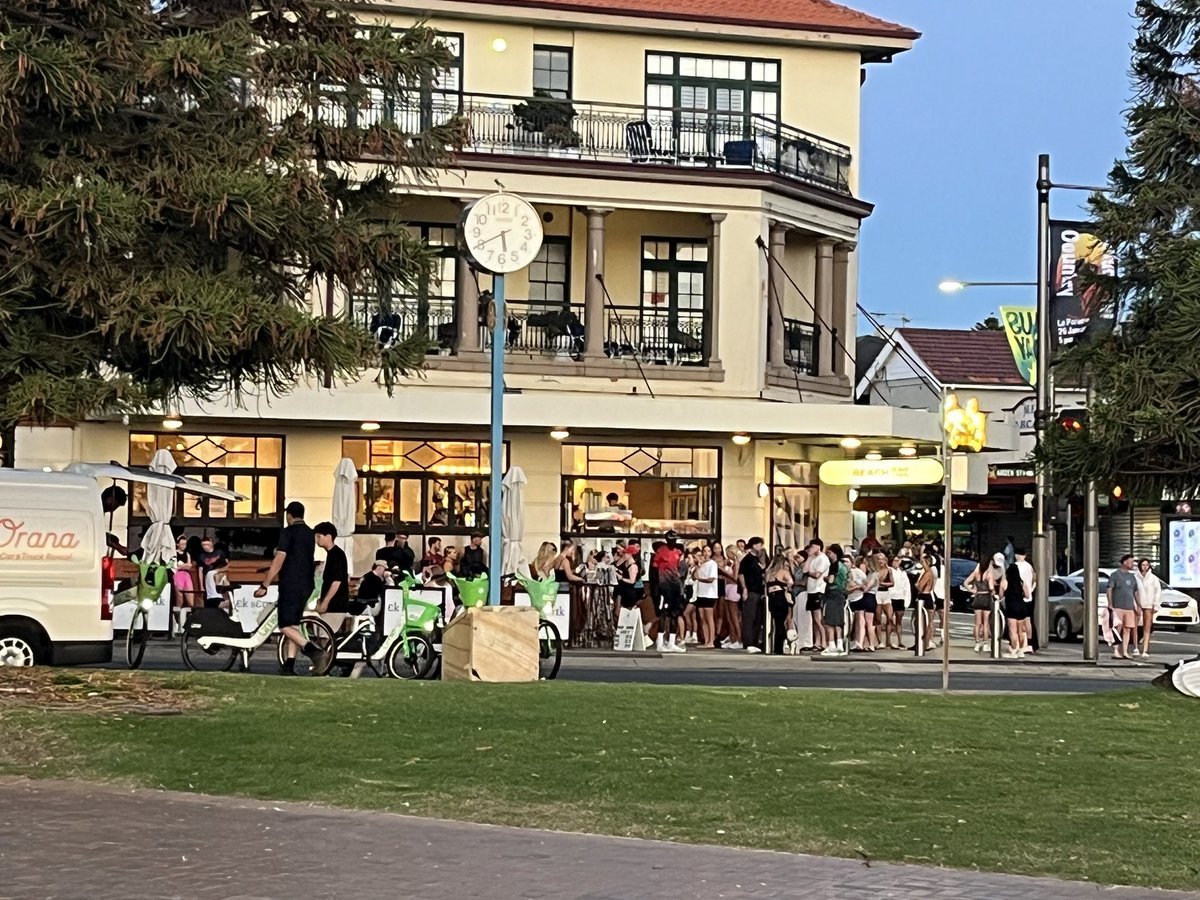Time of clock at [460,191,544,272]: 5:40
